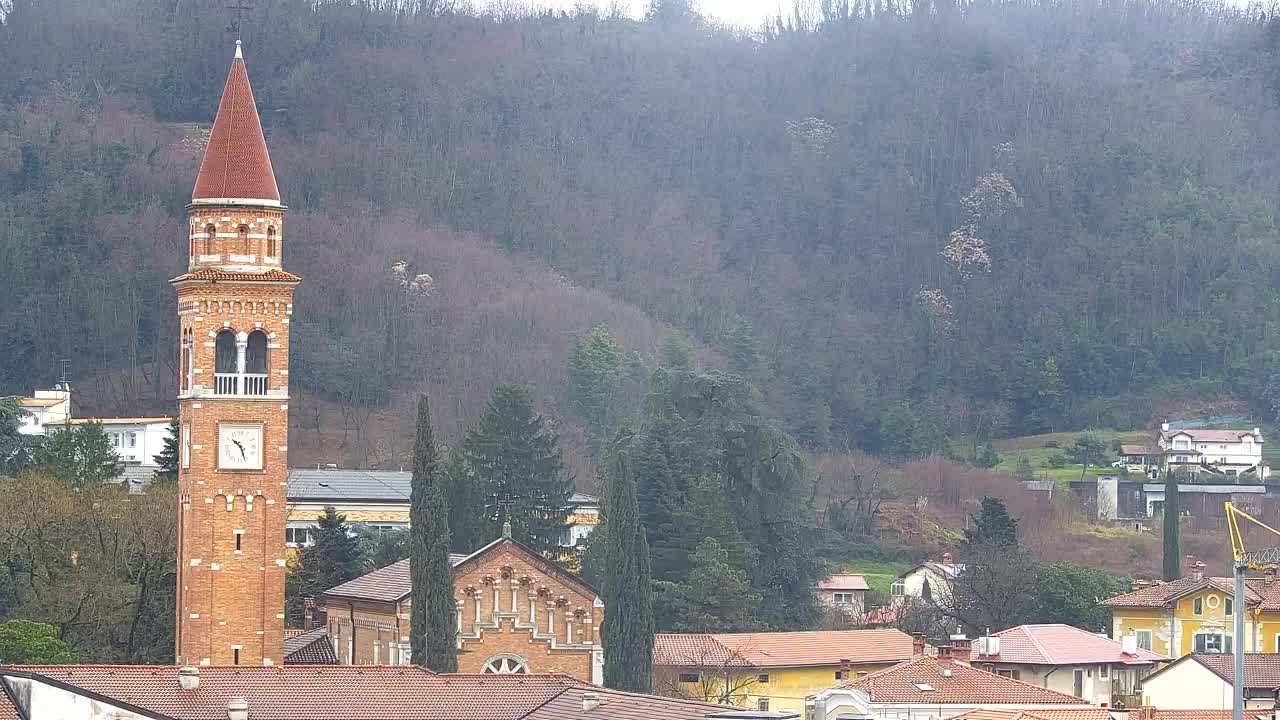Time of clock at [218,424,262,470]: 10:26
